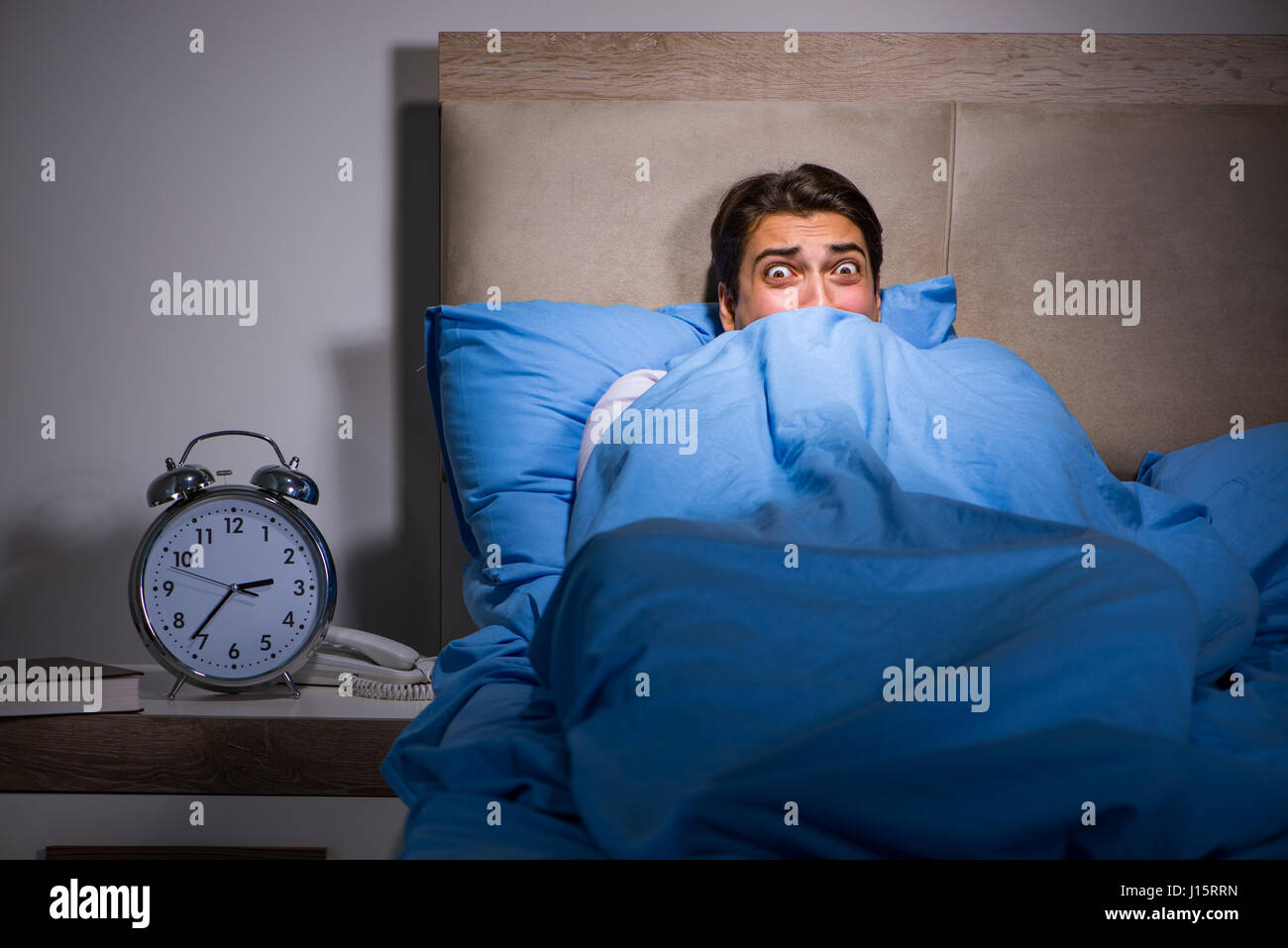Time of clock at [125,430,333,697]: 2:36
